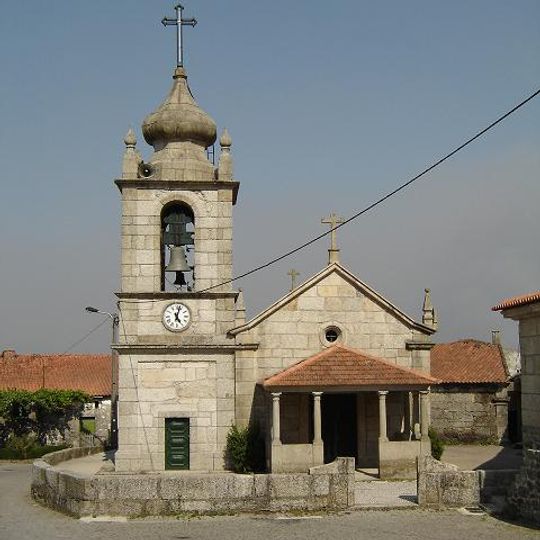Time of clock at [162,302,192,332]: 5:02
